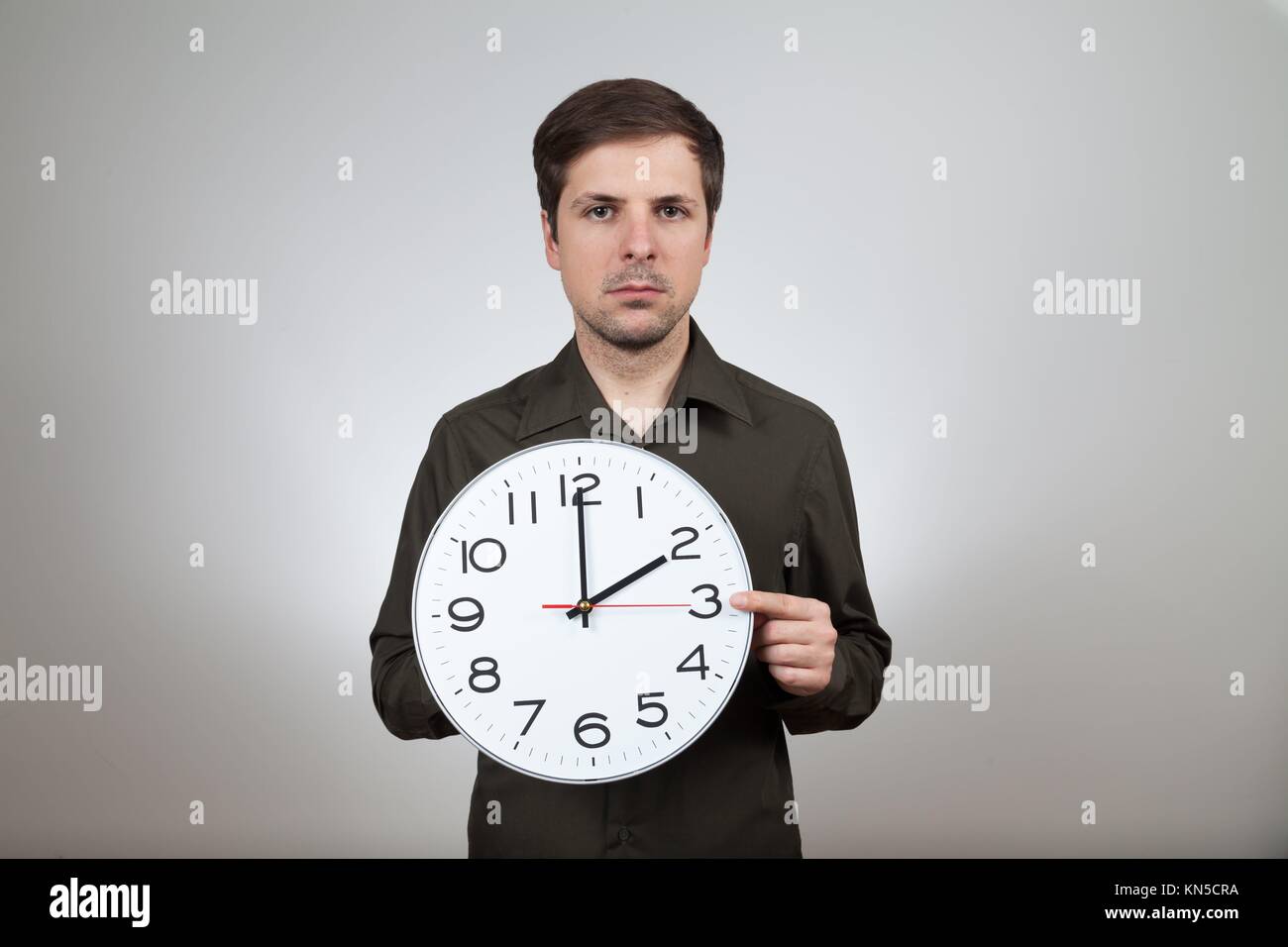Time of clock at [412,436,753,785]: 2:00
